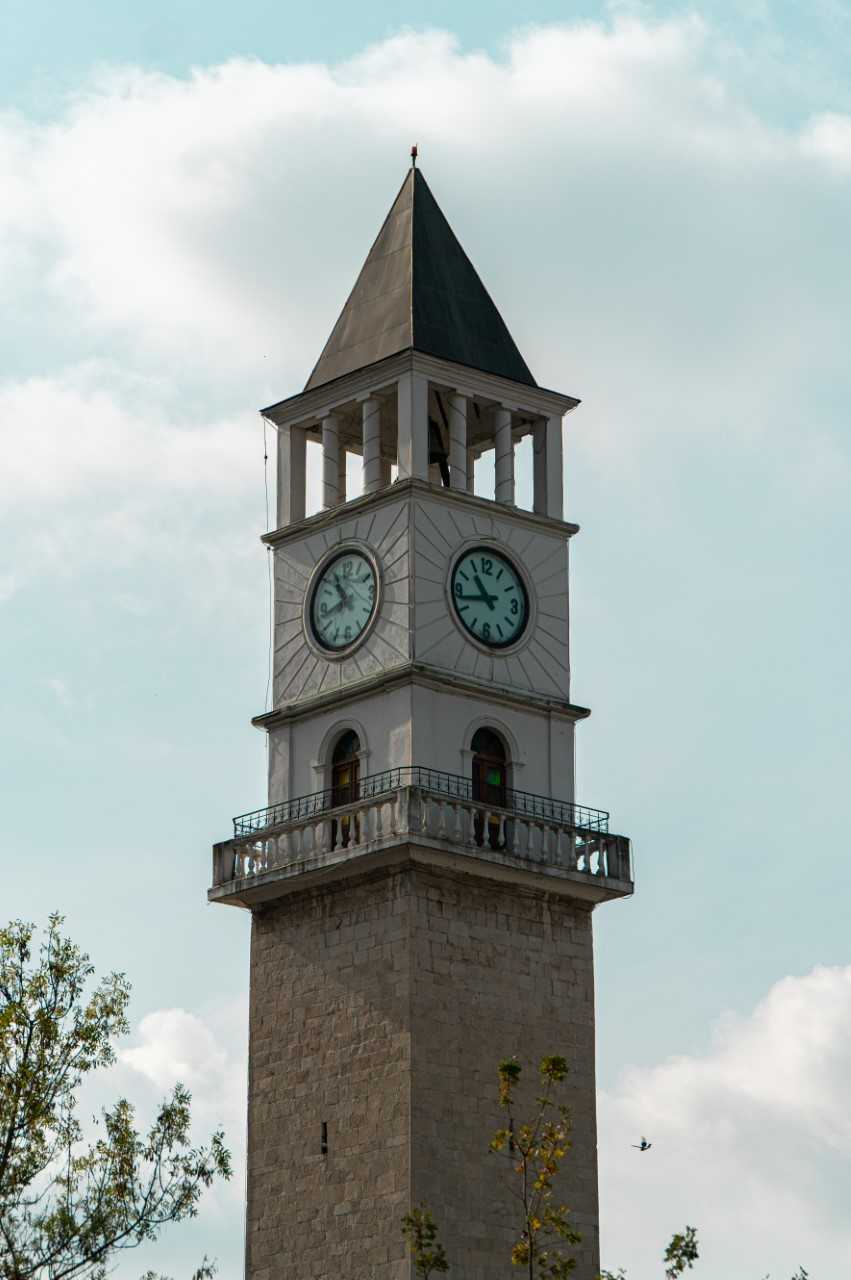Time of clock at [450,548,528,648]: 10:42
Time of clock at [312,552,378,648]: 10:42
